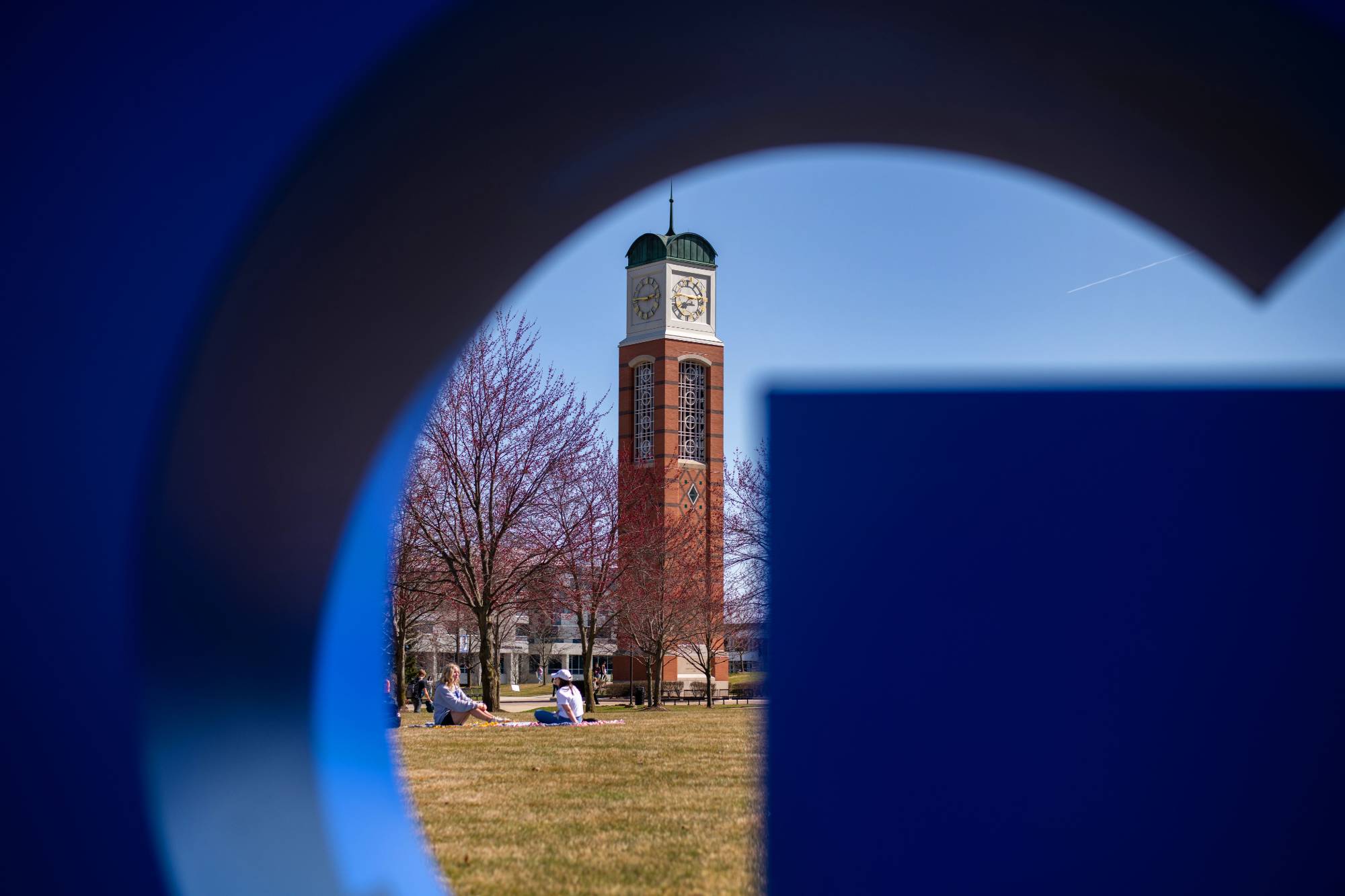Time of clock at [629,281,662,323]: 2:45
